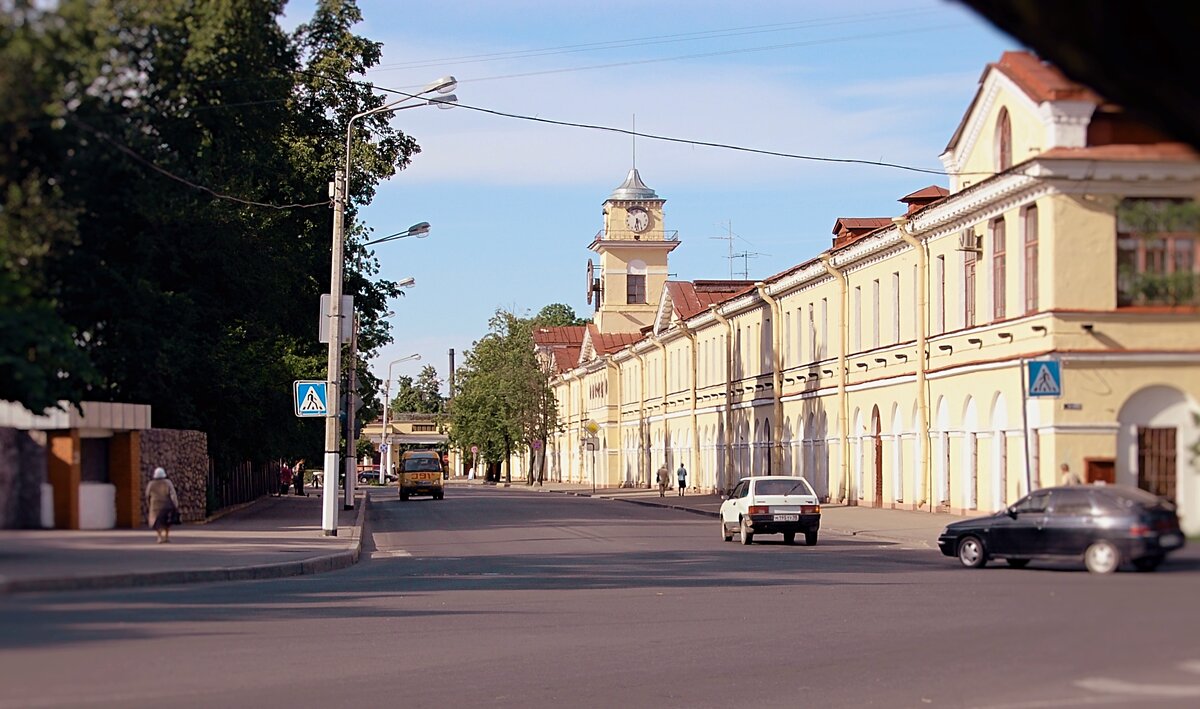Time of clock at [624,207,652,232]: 6:28
